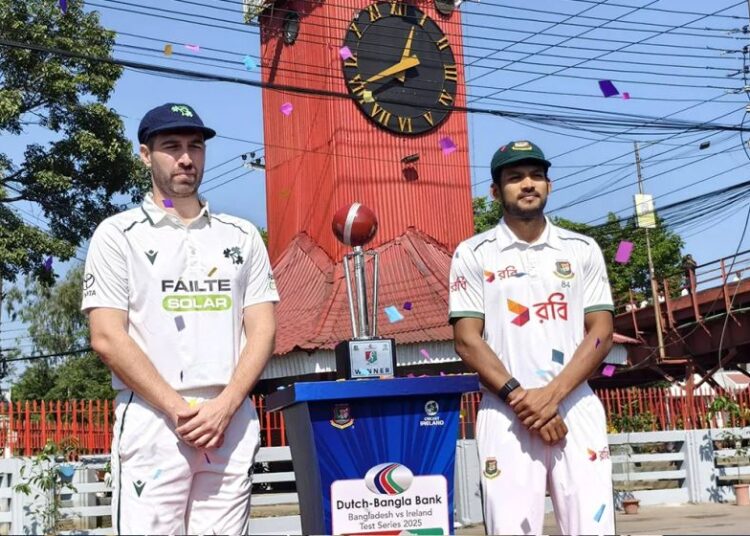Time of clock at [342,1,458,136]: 12:45
